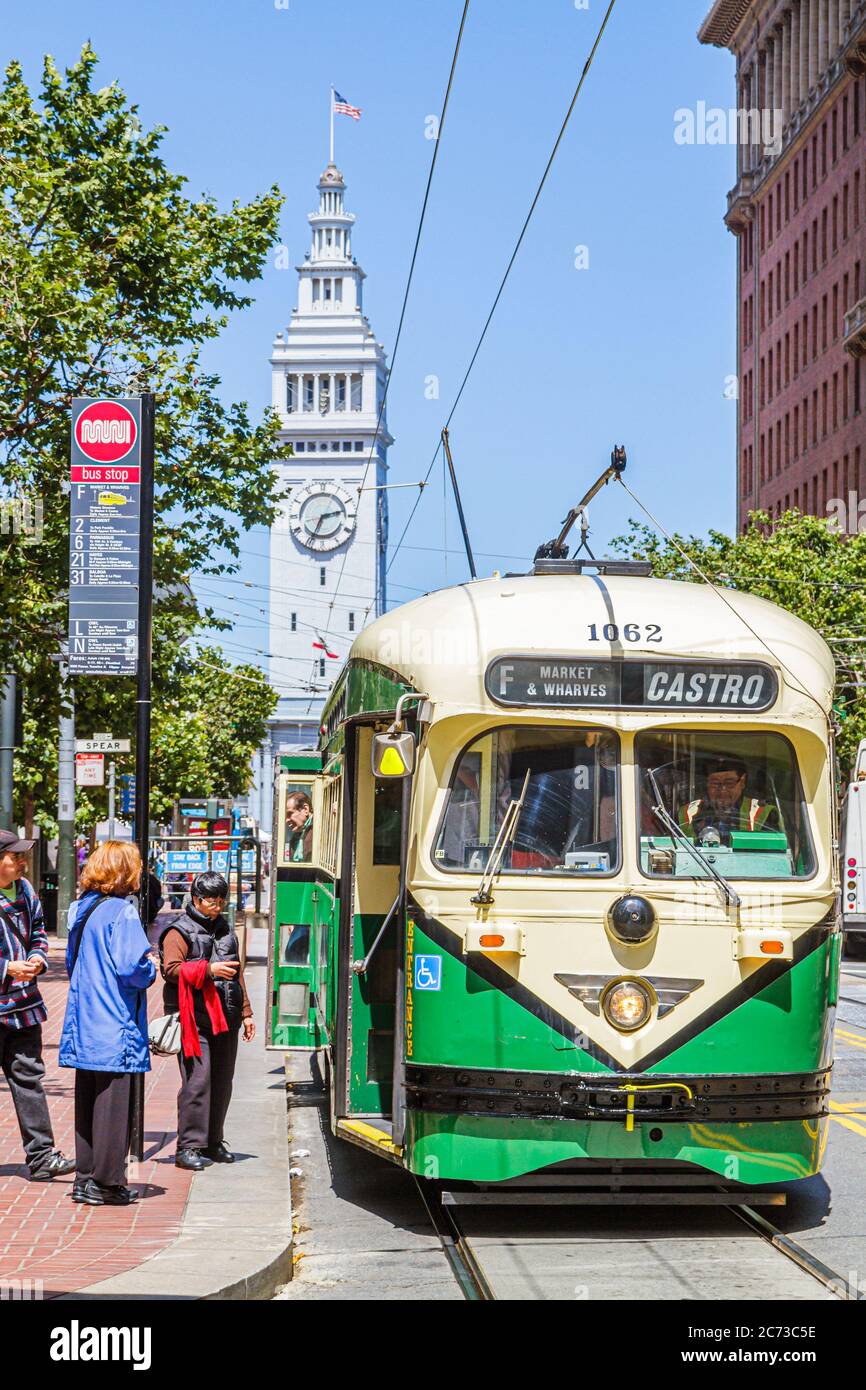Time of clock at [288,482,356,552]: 2:34
